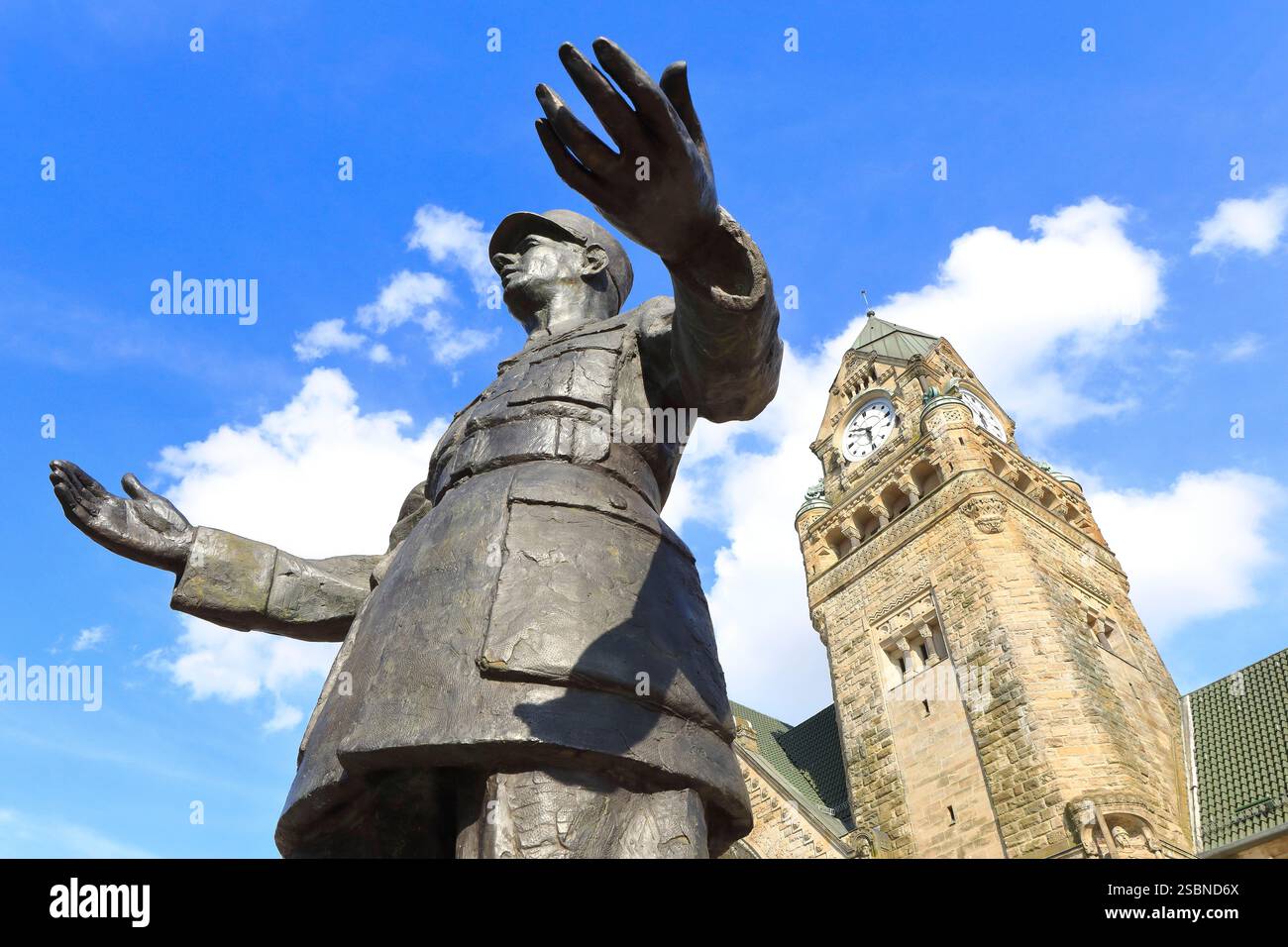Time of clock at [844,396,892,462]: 4:46
